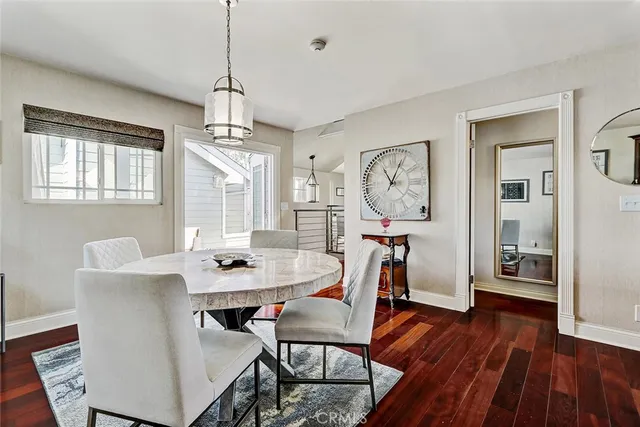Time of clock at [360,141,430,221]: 11:04
